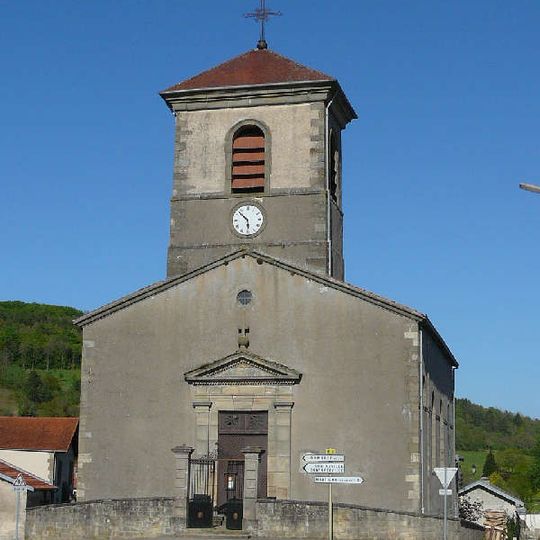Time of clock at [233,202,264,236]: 5:51
